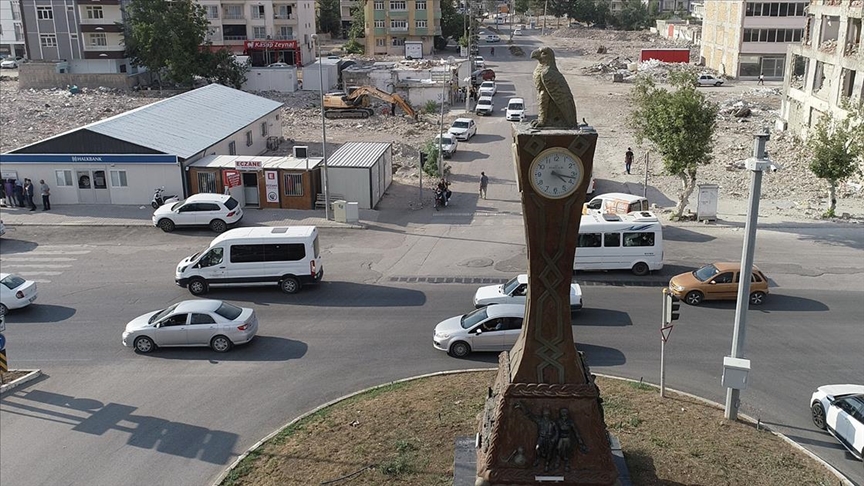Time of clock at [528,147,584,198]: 4:17
